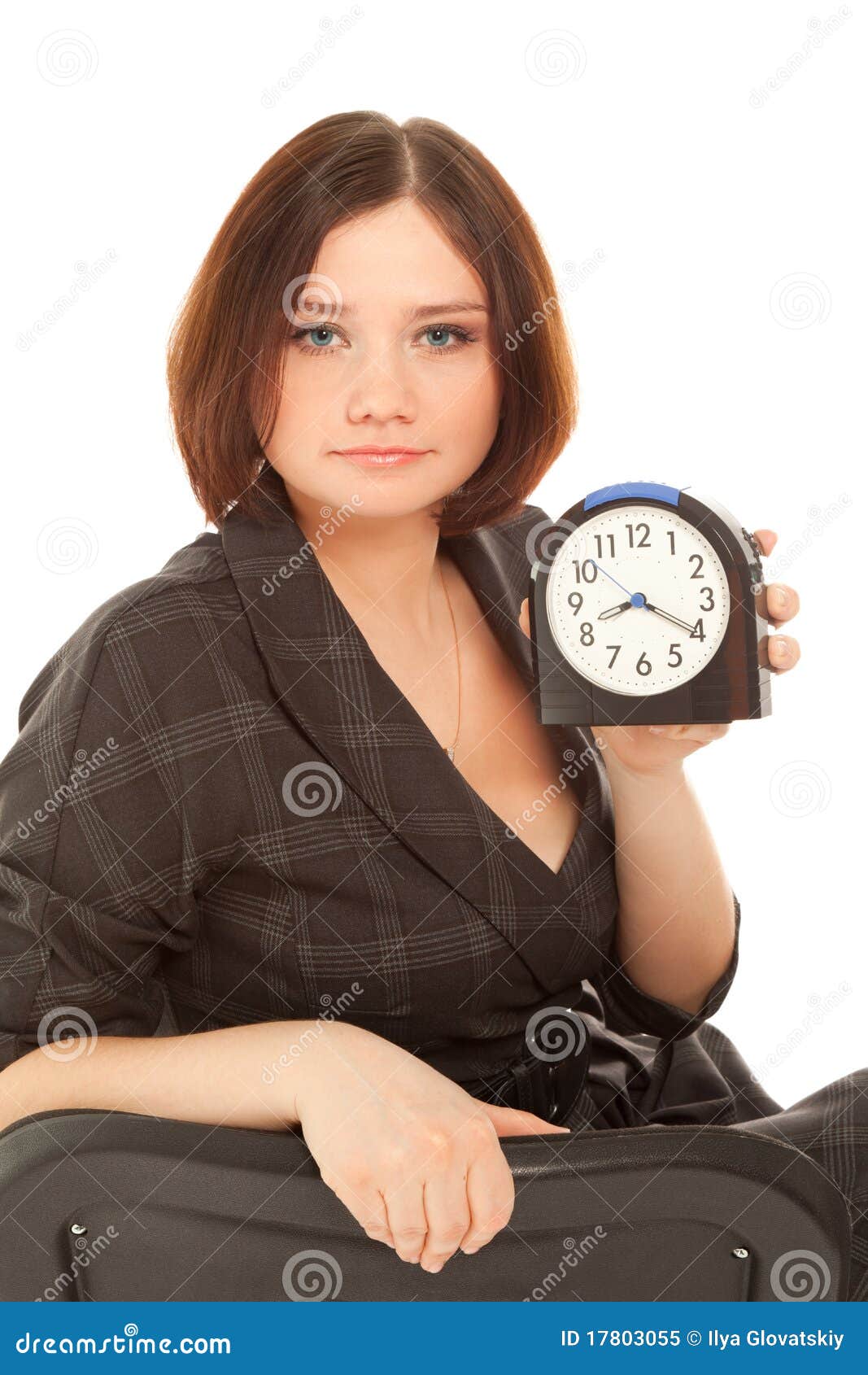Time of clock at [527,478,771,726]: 8:19
